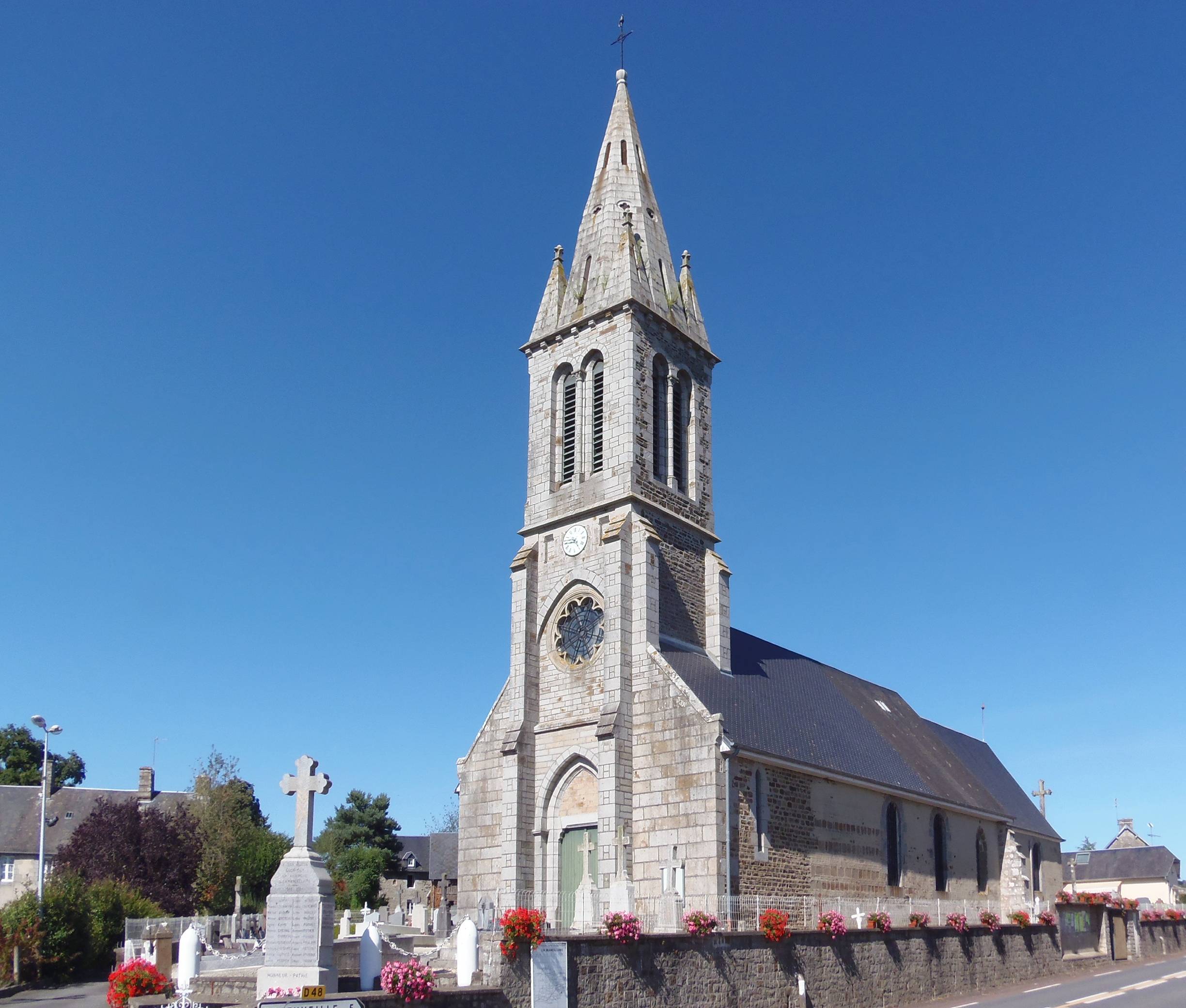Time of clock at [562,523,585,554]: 4:44
